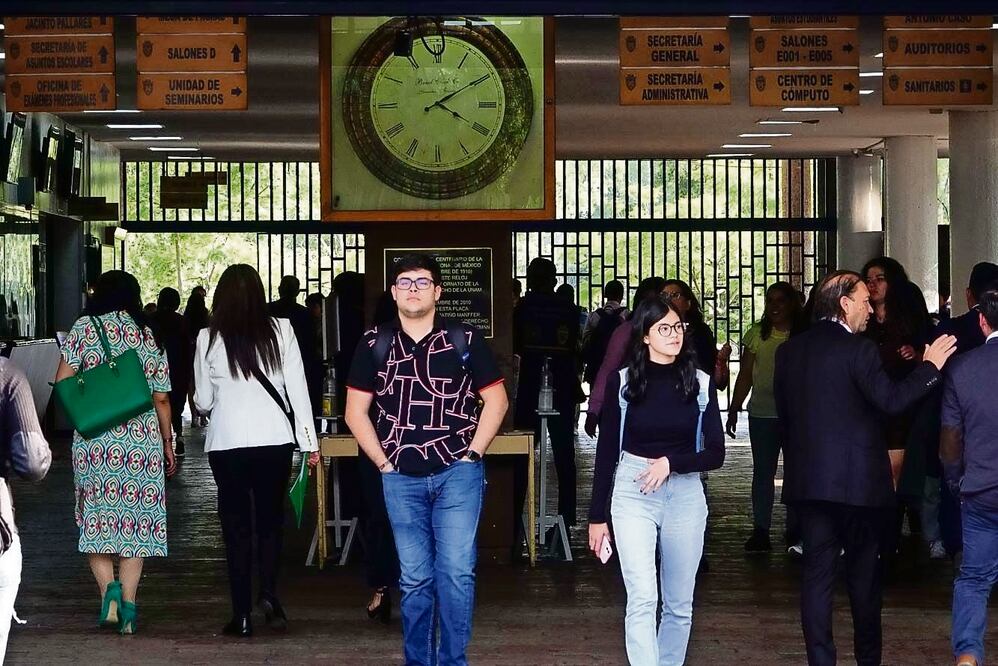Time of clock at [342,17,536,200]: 4:09
